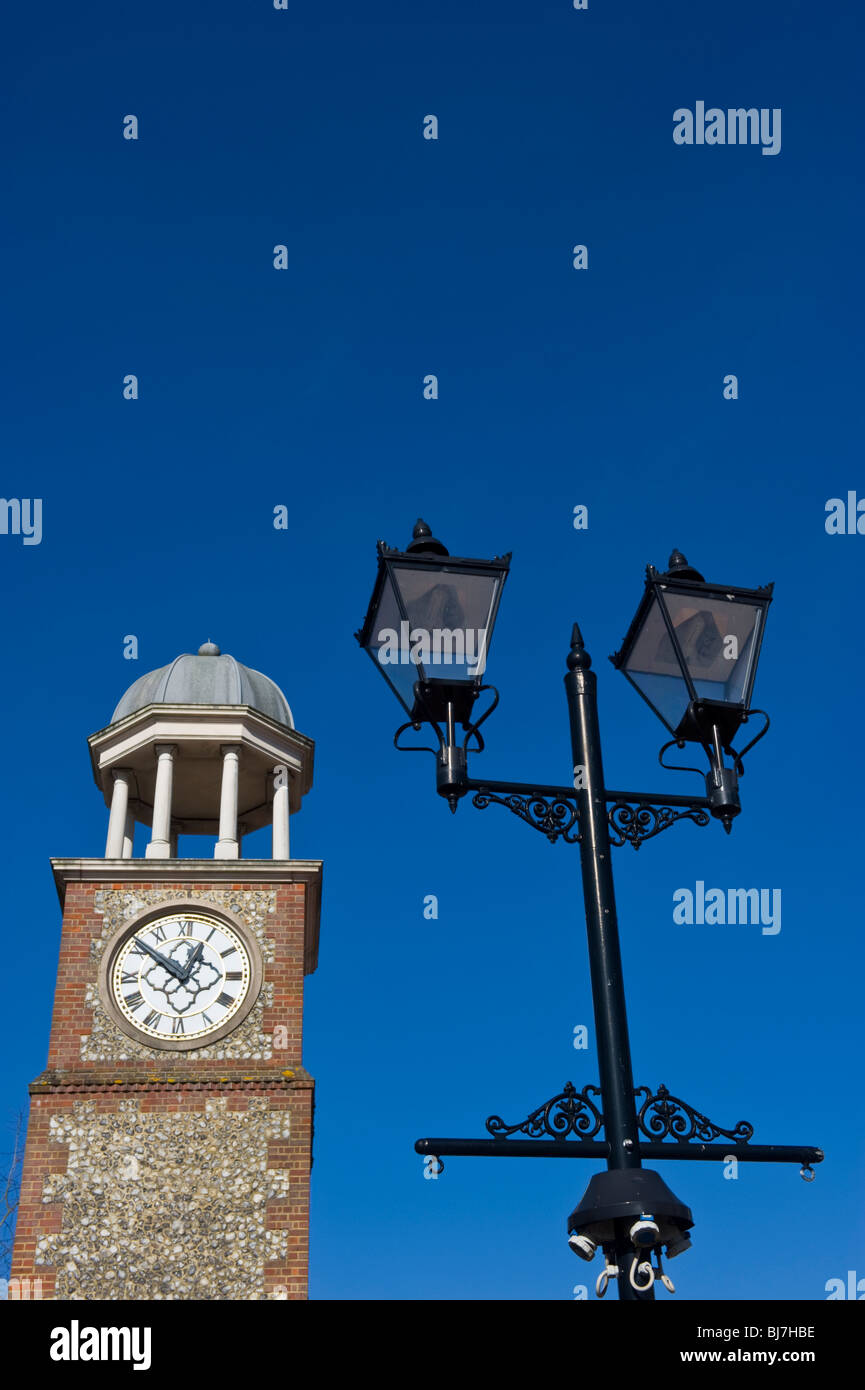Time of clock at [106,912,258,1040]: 12:51
